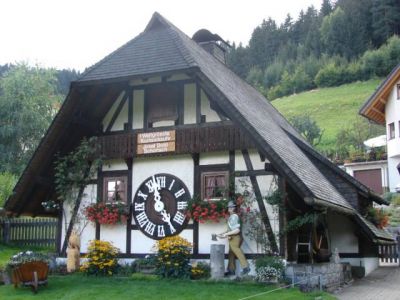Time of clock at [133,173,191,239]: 11:24
